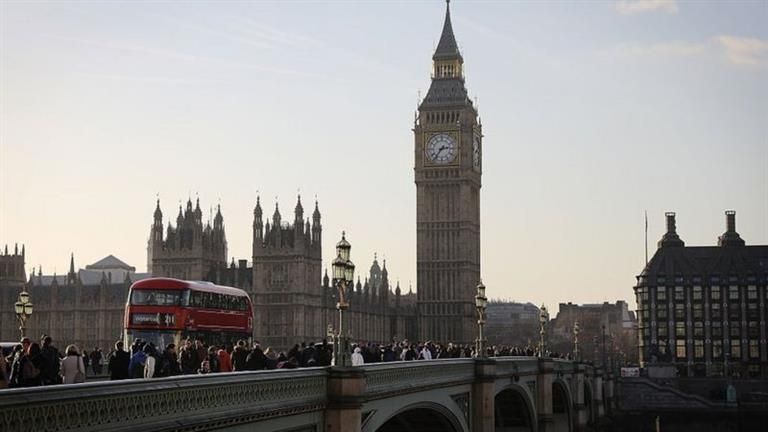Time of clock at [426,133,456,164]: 2:36
